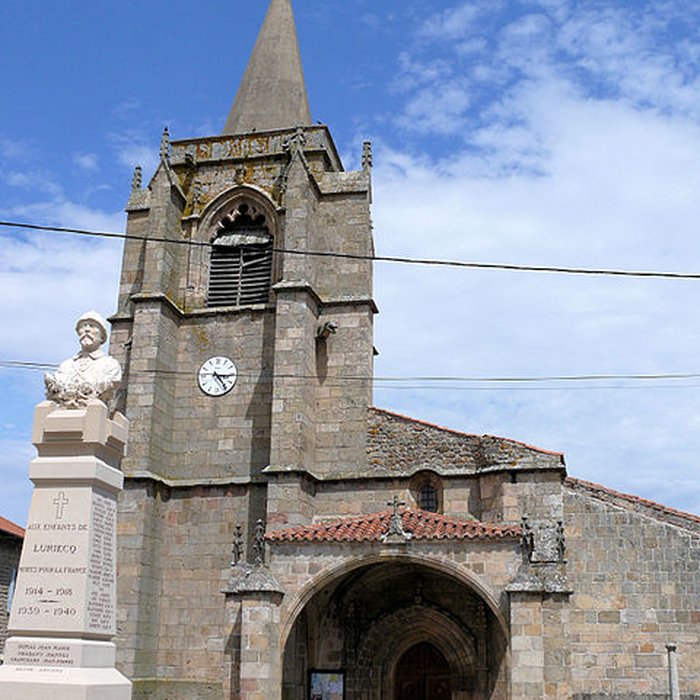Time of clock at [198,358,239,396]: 3:24
